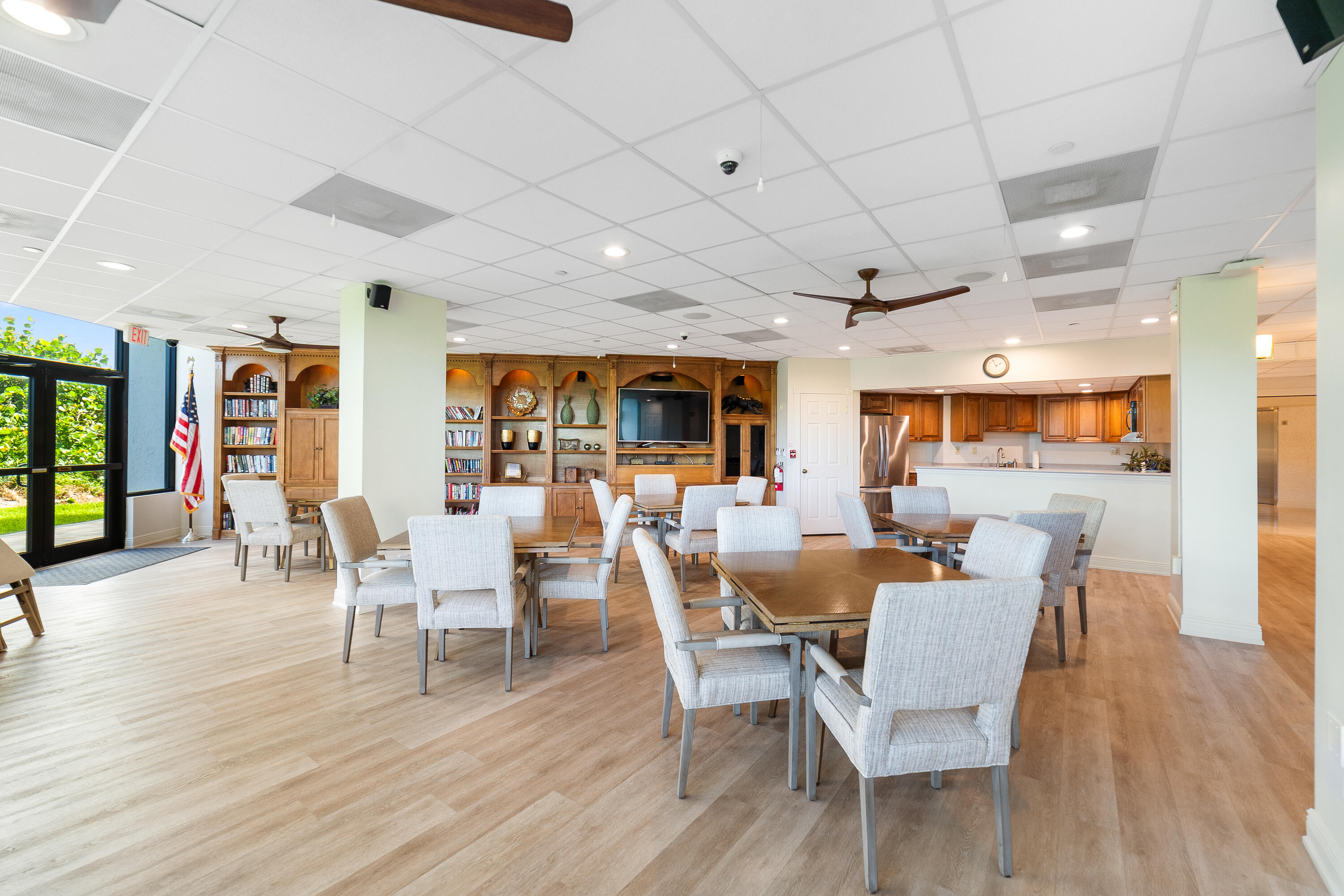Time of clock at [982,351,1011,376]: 1:56
